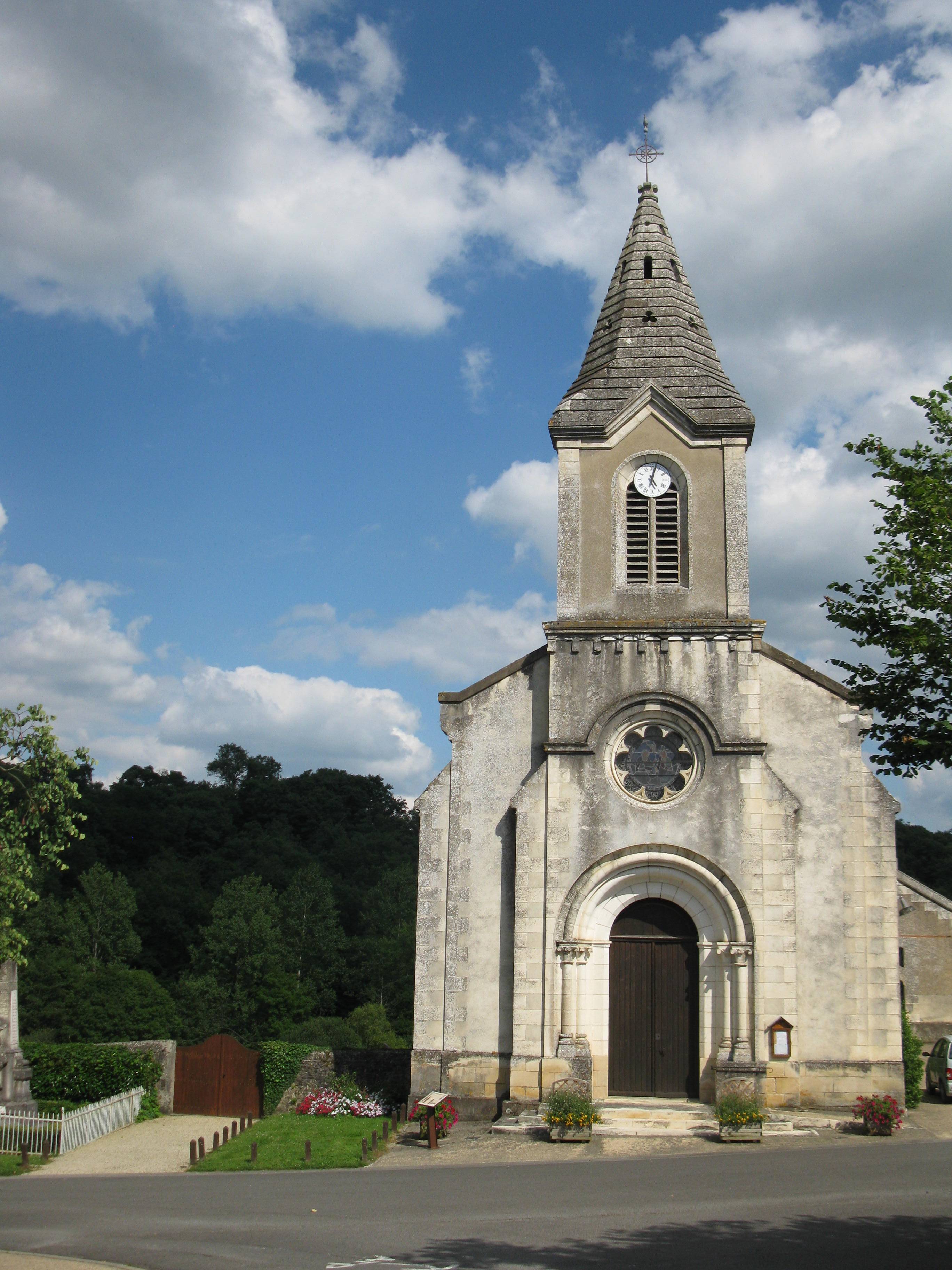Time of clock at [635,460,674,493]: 5:02
